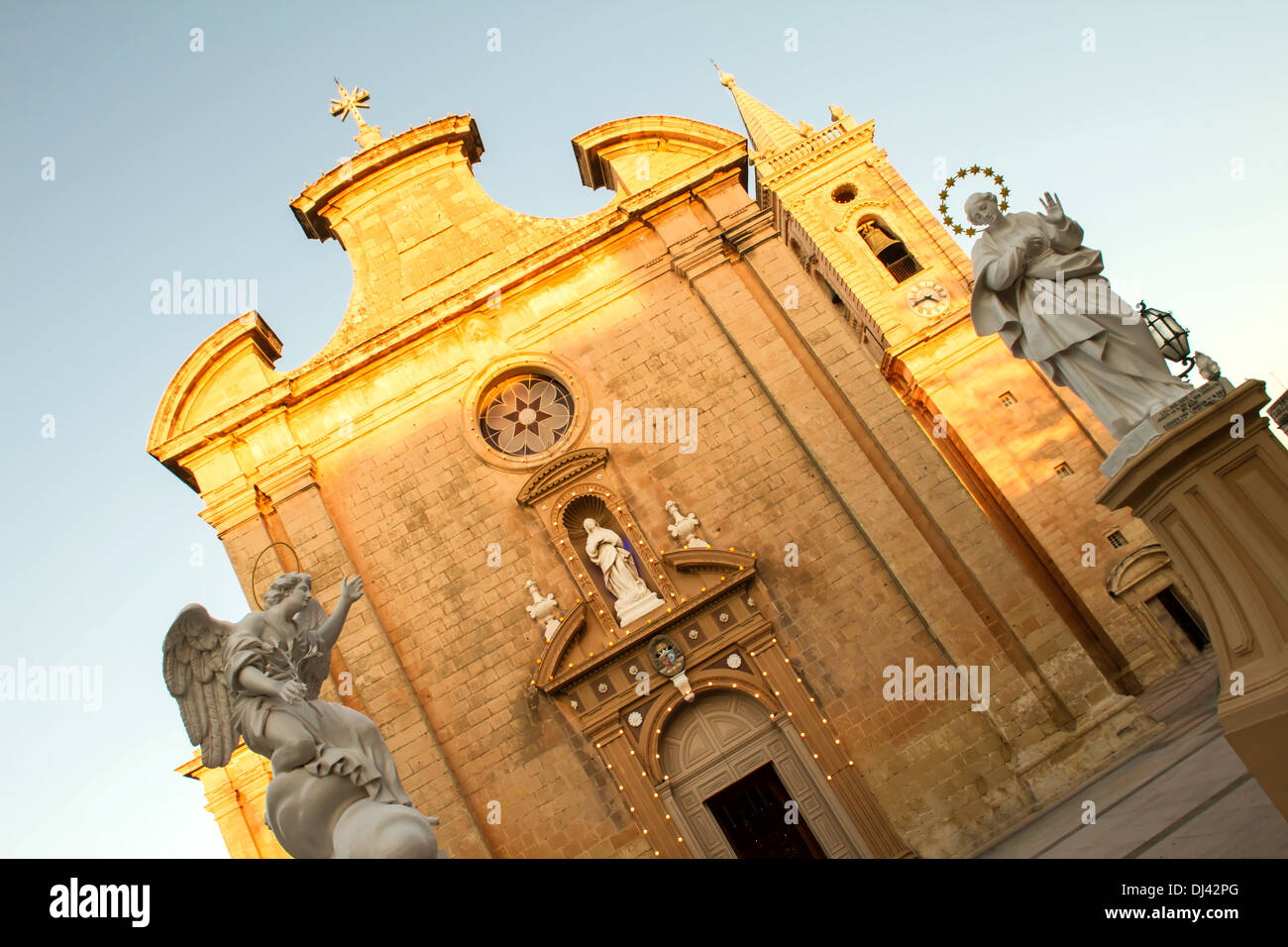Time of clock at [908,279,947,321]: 3:40
